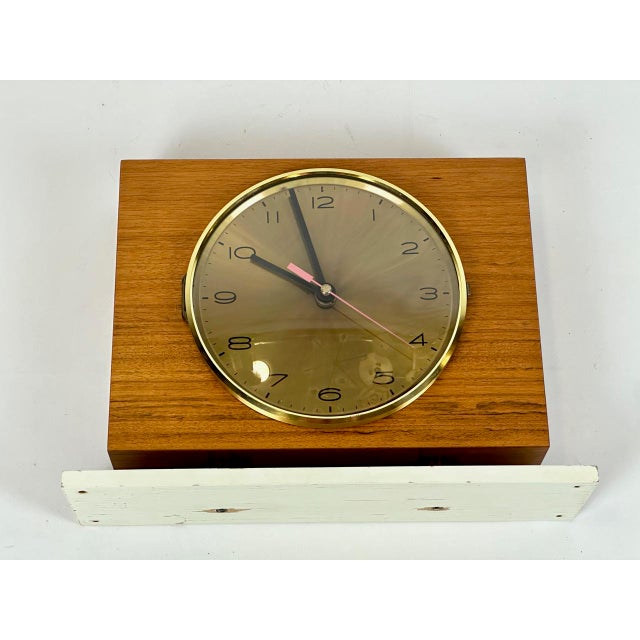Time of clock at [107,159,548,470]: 9:57
